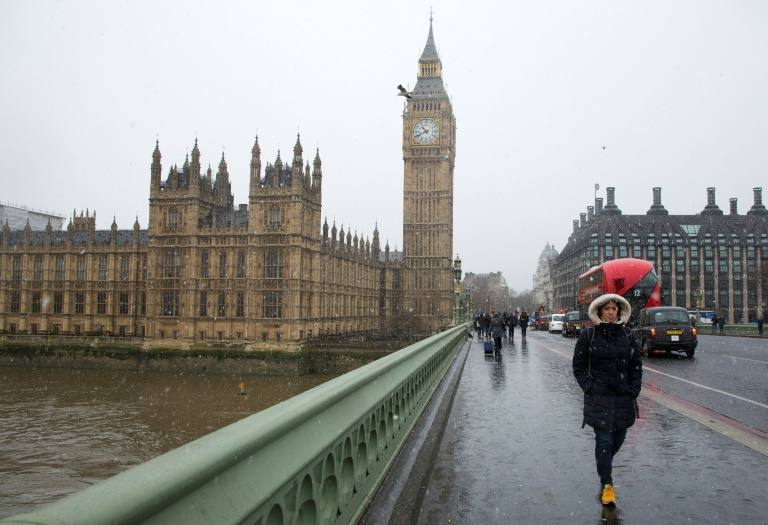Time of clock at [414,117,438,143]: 10:41
